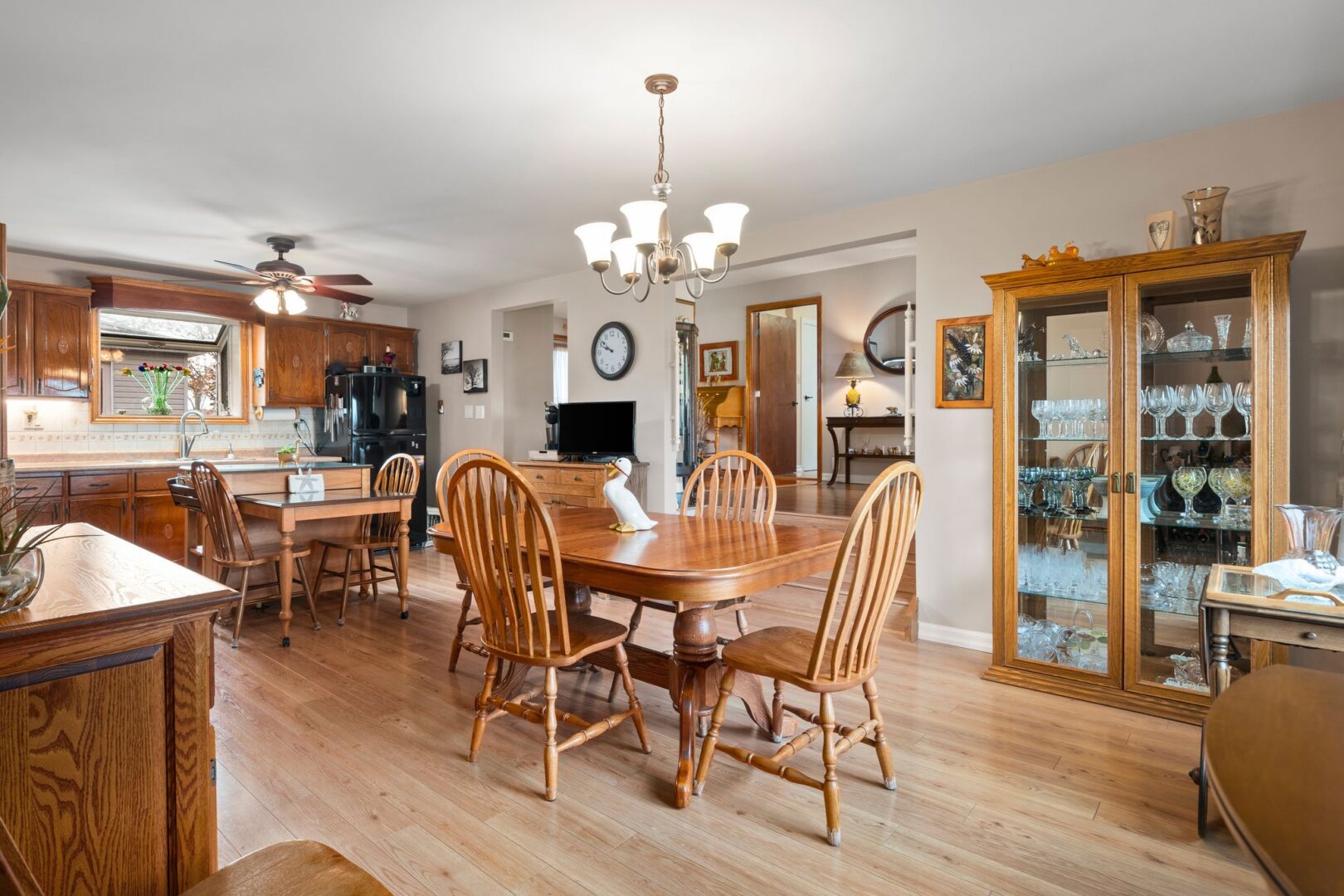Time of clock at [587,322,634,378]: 9:51
